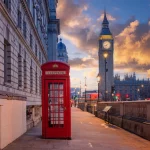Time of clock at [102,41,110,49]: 4:42
